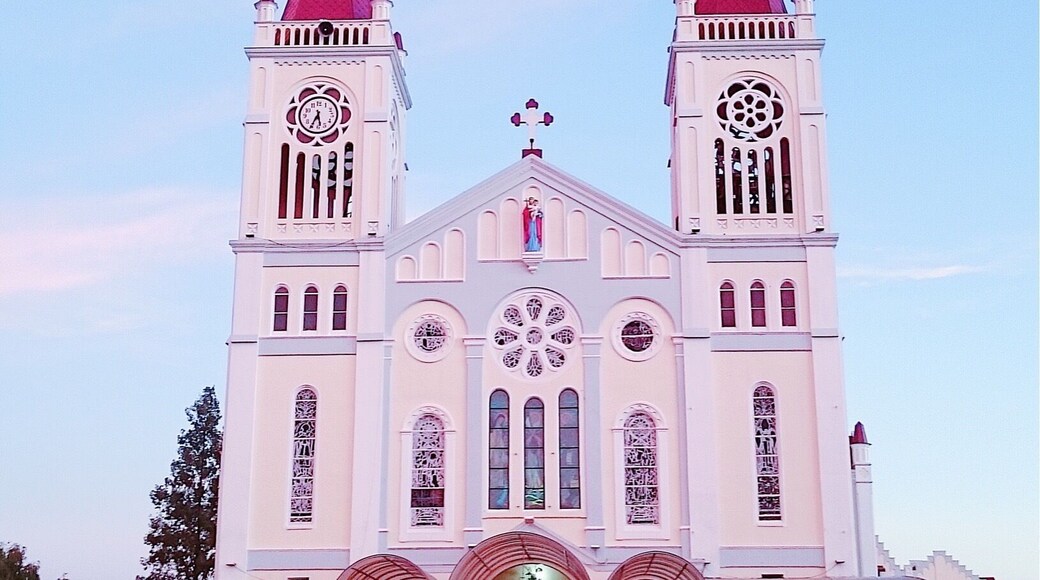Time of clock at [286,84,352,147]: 5:34
